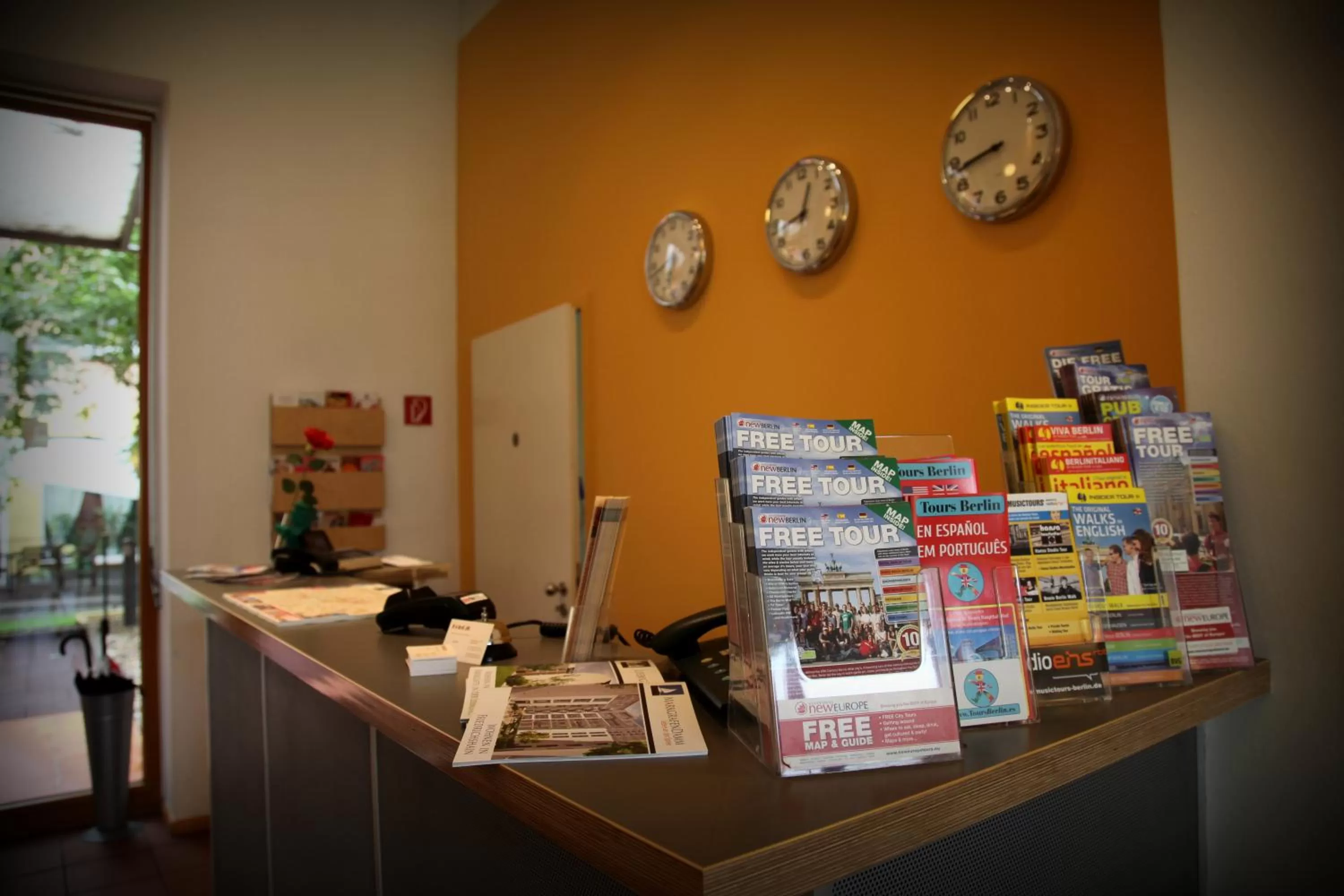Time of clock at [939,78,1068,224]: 8:43
